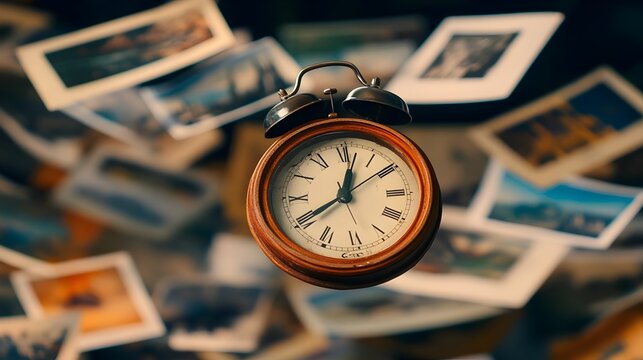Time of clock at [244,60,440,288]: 8:01
